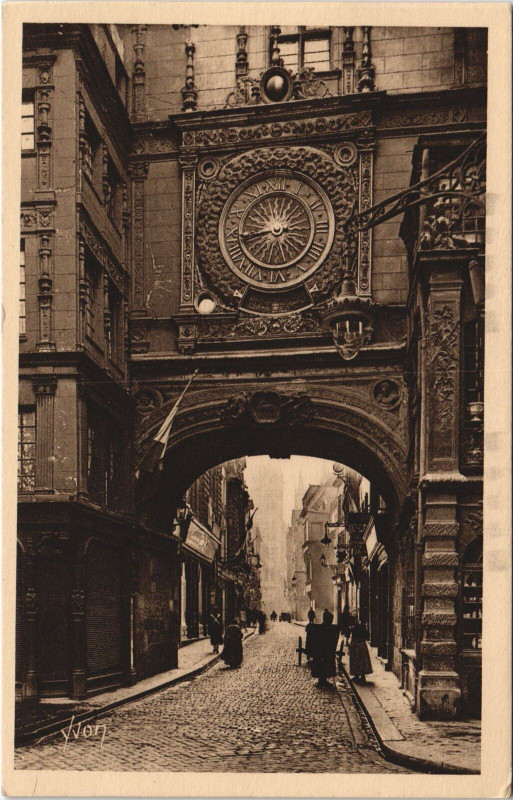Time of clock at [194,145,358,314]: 8:43
